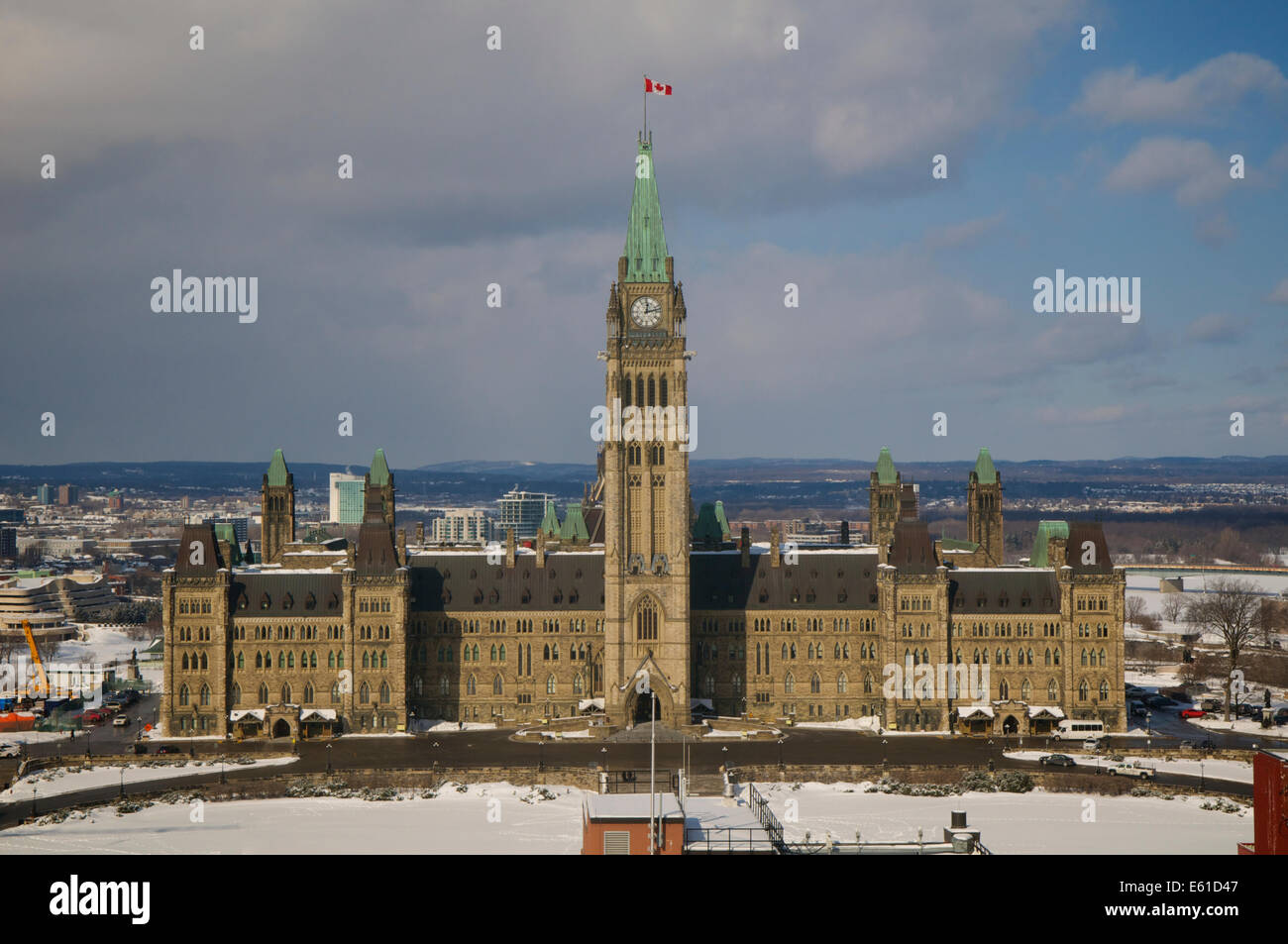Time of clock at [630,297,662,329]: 12:12
